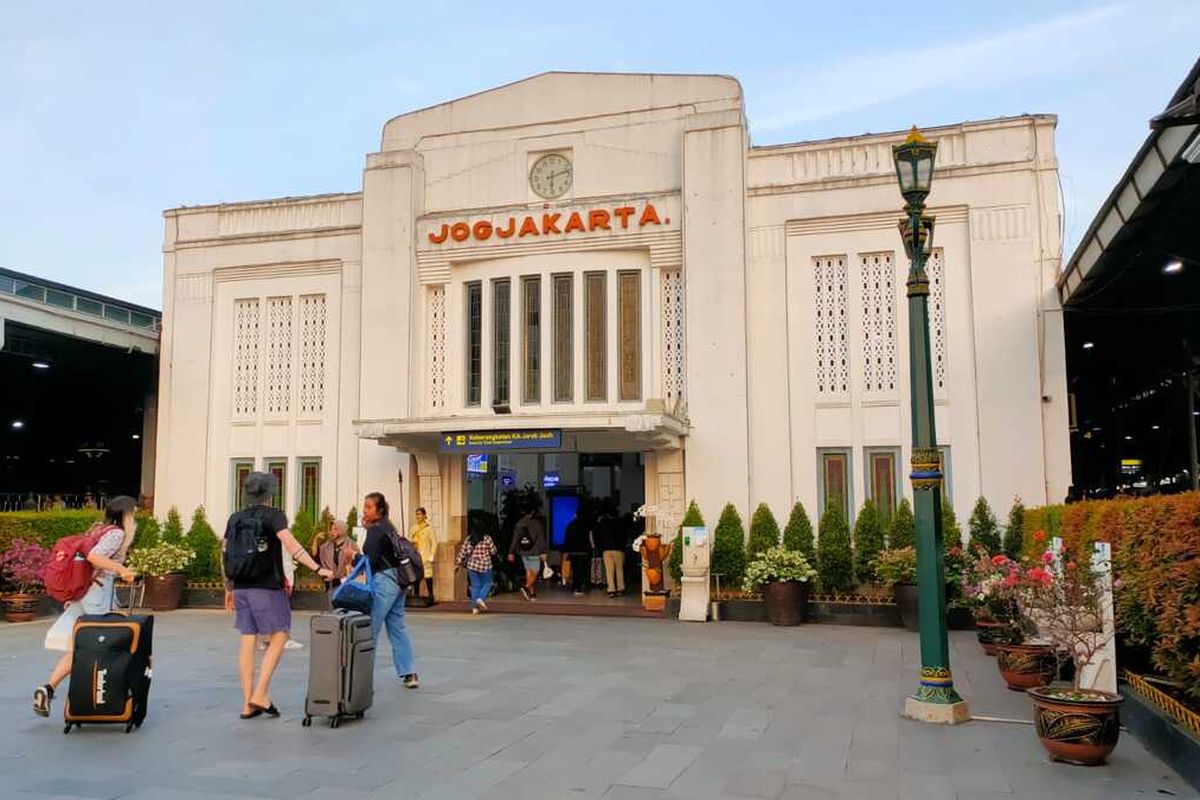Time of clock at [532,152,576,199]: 6:12
